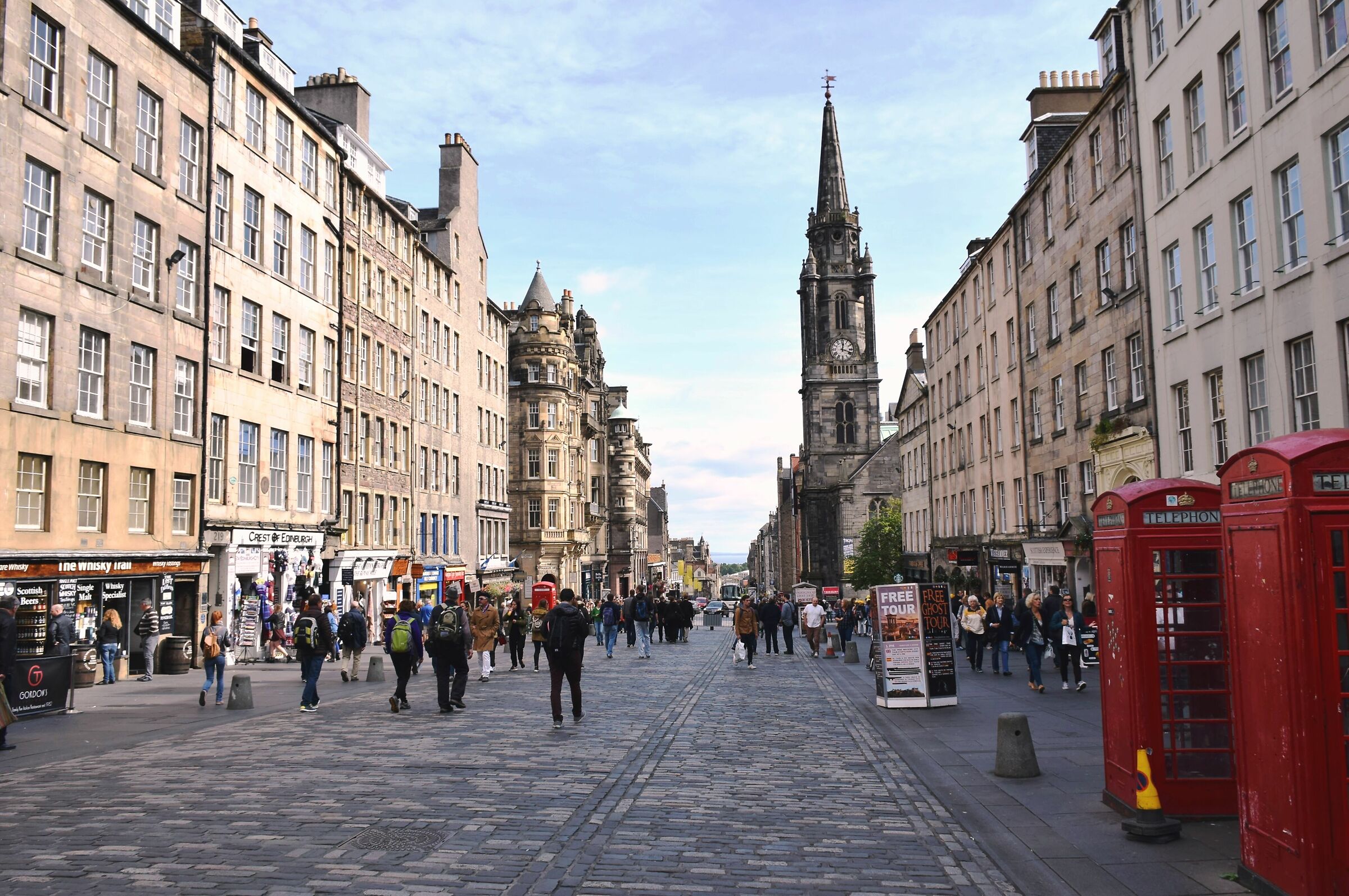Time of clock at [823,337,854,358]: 12:18
